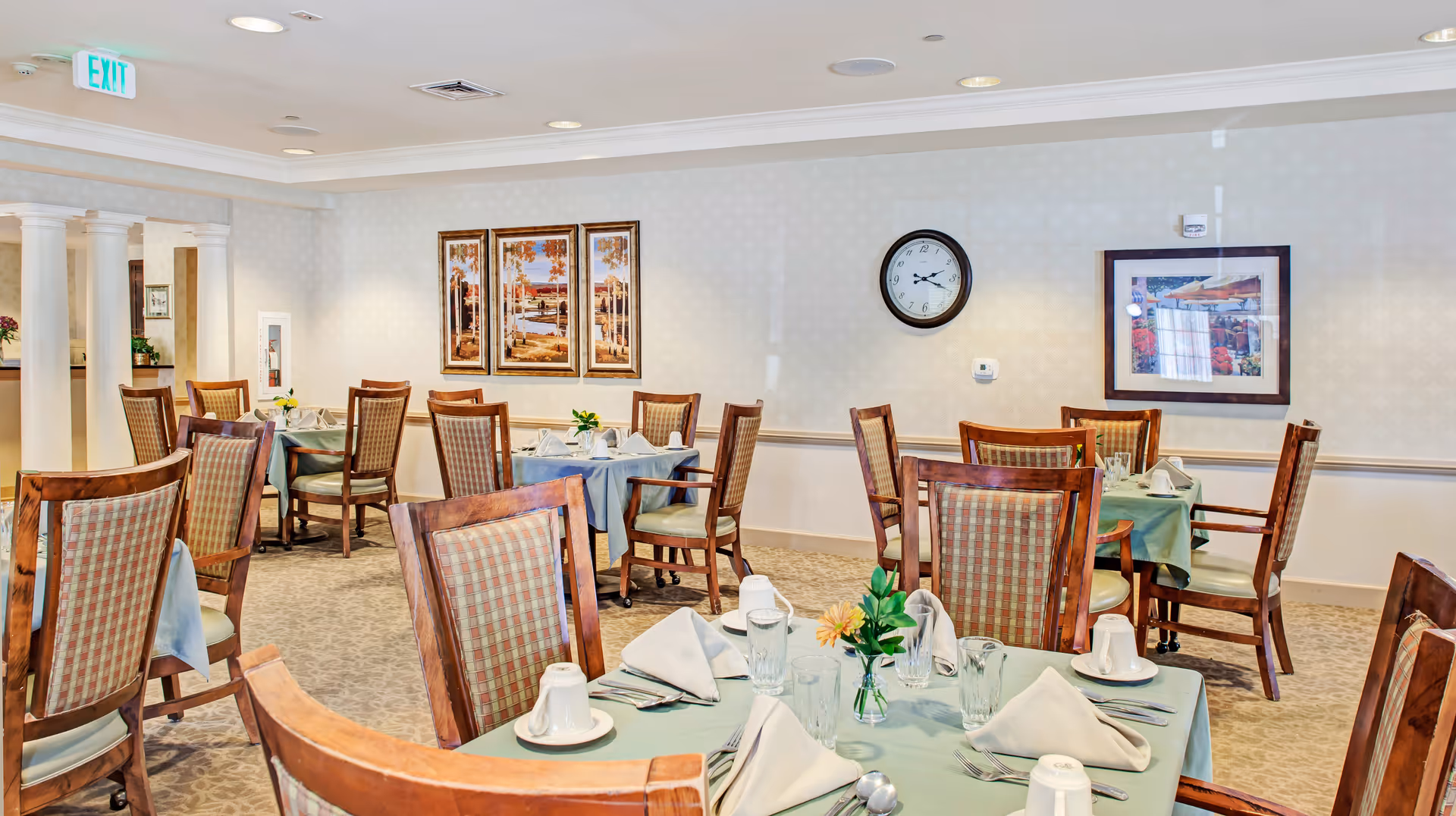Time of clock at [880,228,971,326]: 2:18
